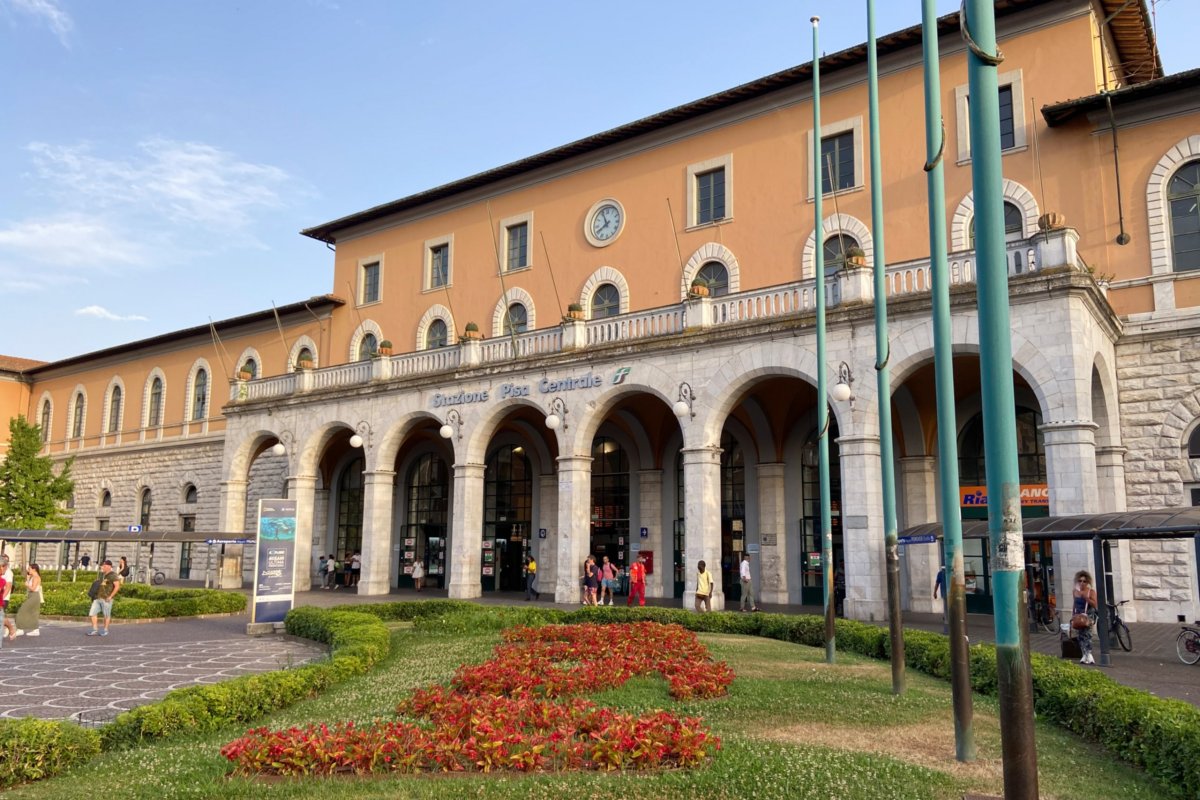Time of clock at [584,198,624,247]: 7:55
